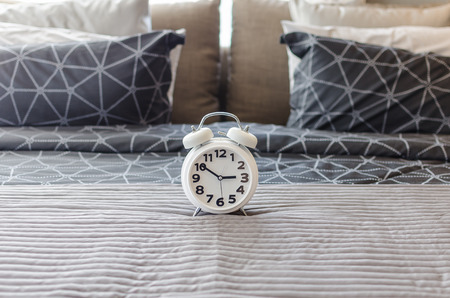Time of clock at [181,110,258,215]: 2:50
